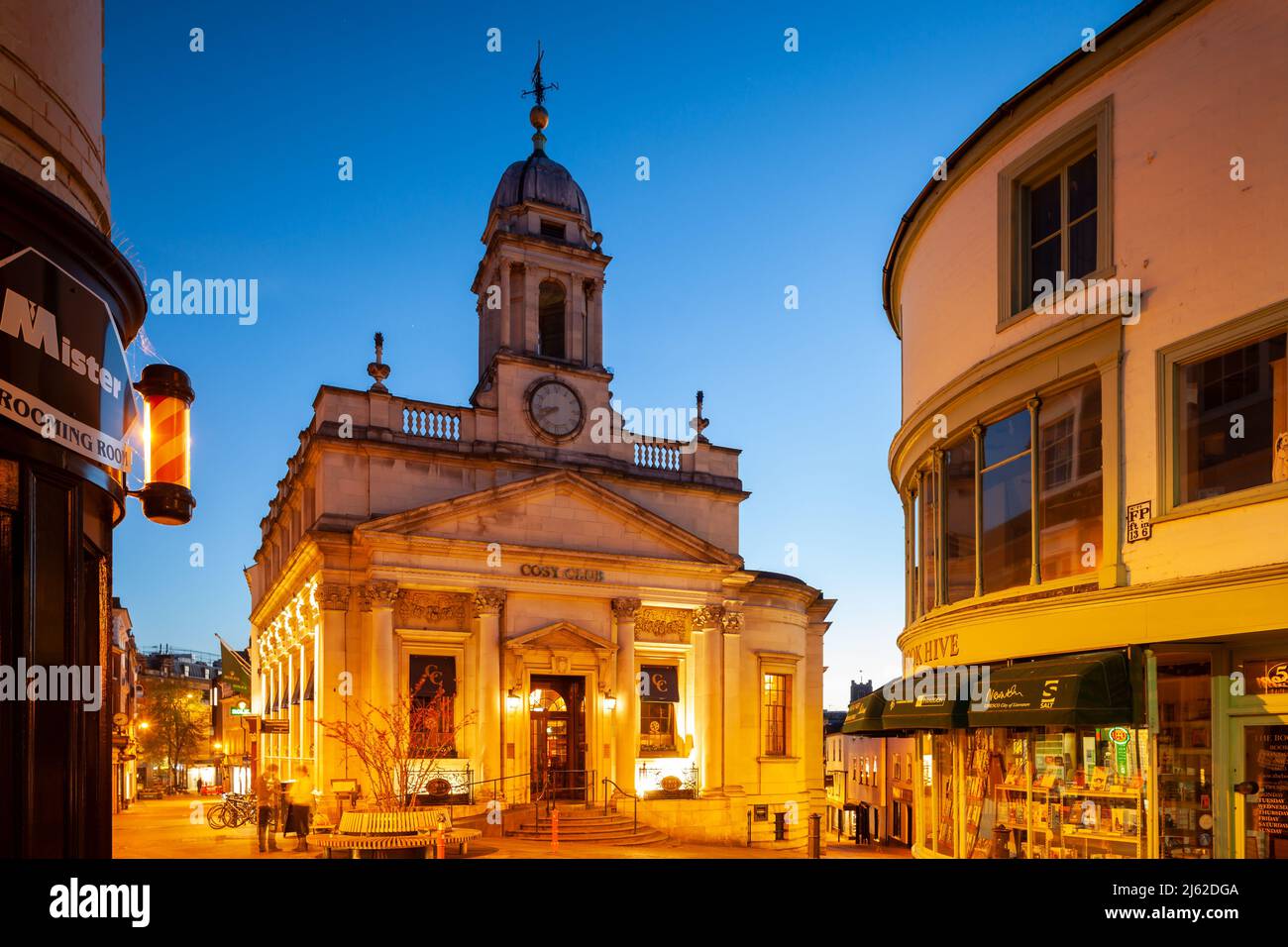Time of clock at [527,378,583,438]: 8:40
